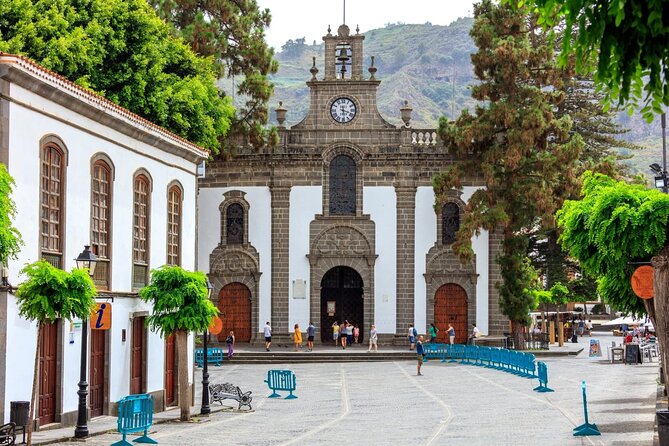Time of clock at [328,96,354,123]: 3:29
